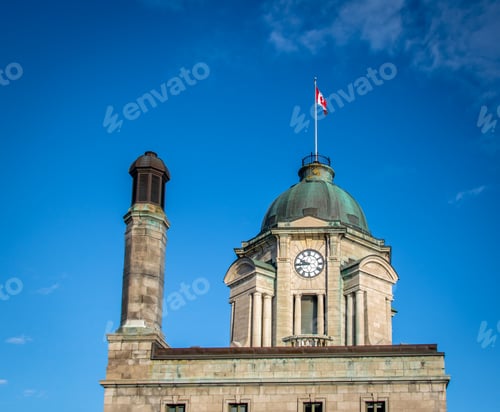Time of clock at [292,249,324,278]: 9:44
